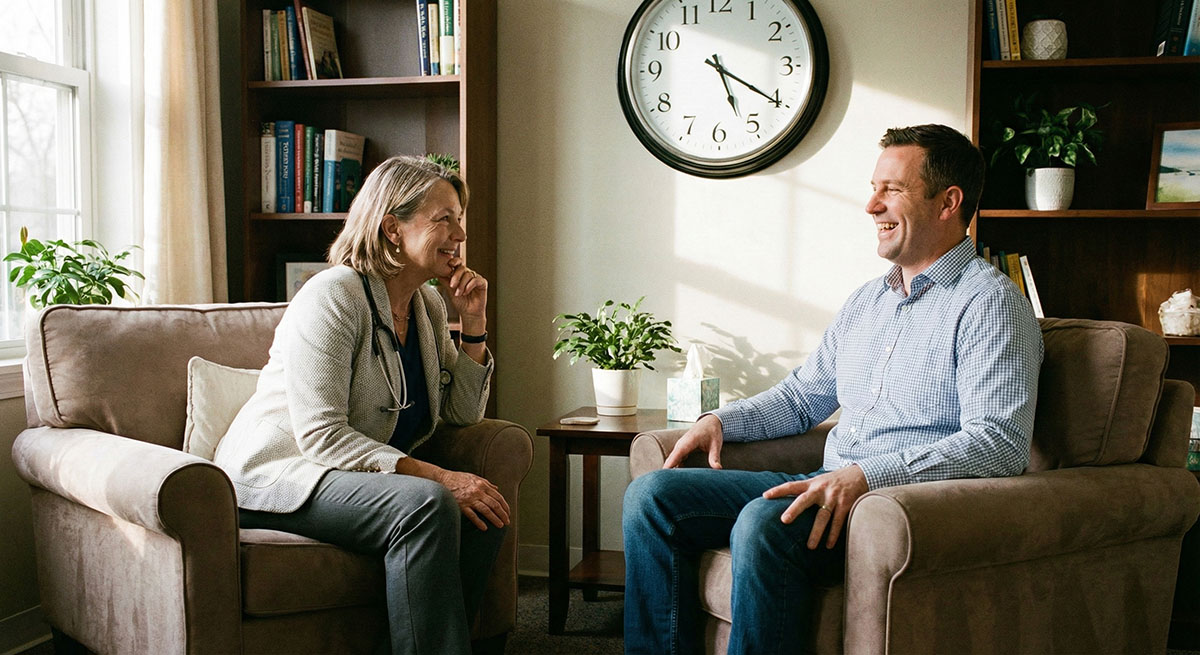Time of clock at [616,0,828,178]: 5:20
